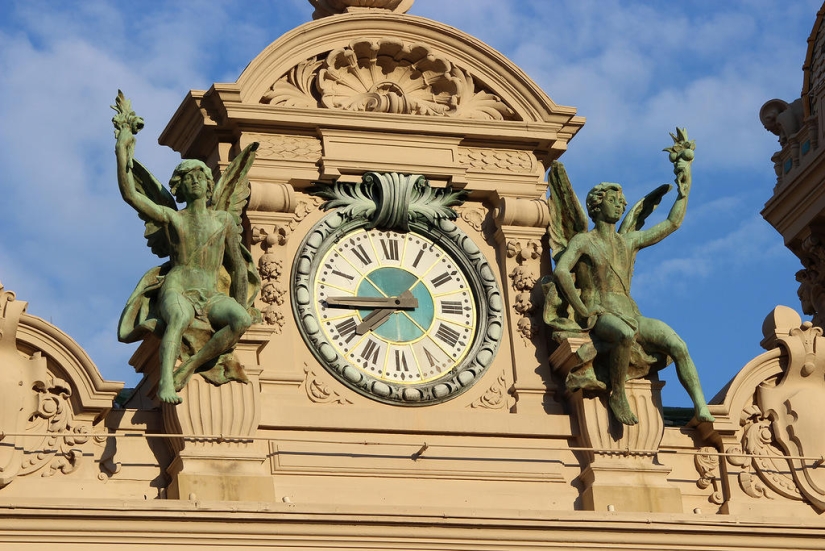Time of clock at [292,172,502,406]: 7:44
